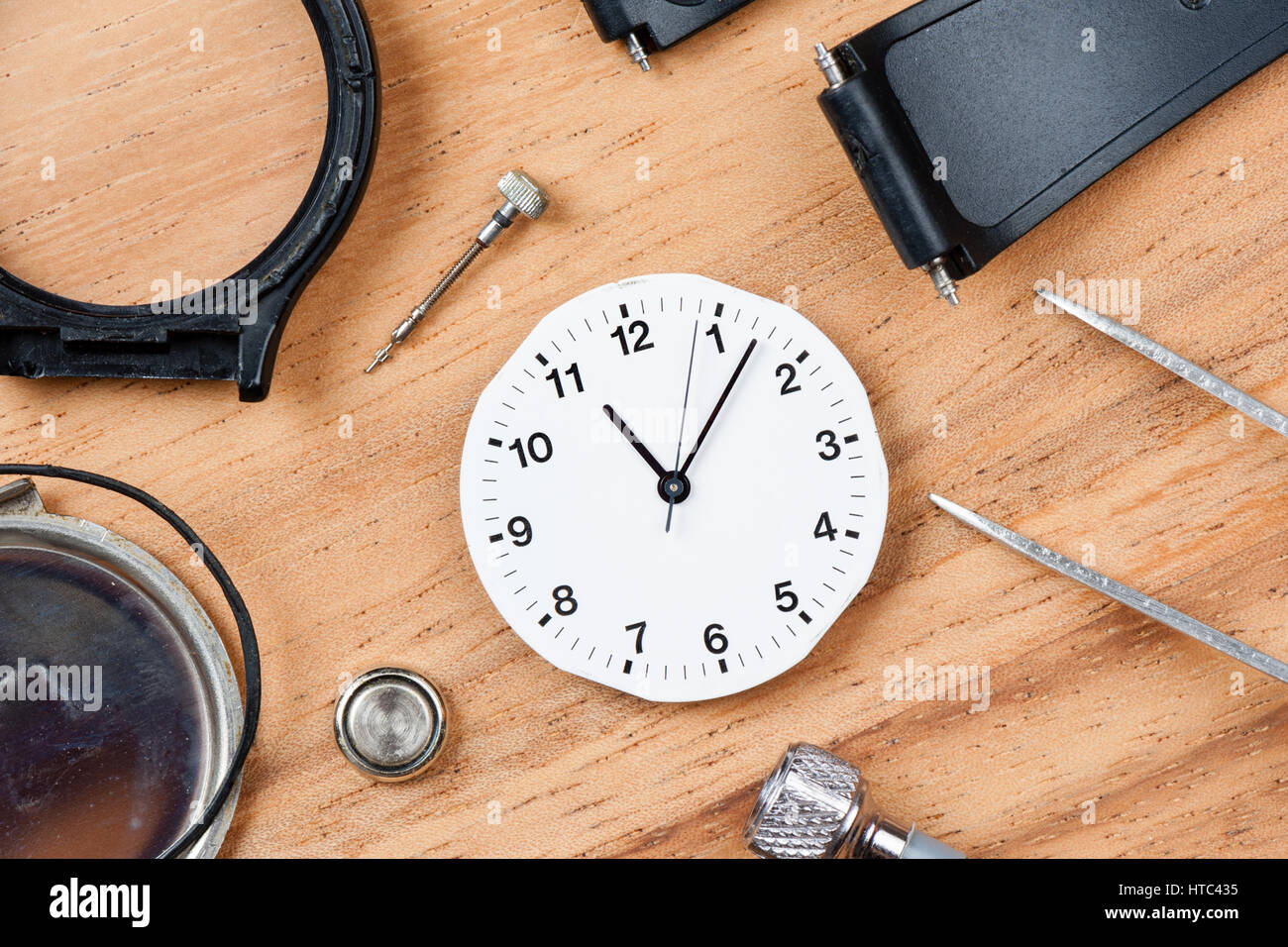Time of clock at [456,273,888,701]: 11:07
